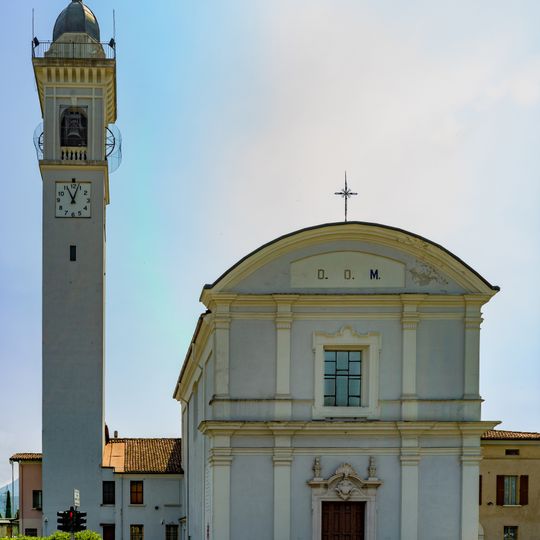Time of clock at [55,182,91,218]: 11:03
